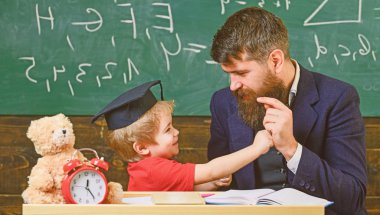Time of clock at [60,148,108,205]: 12:24
